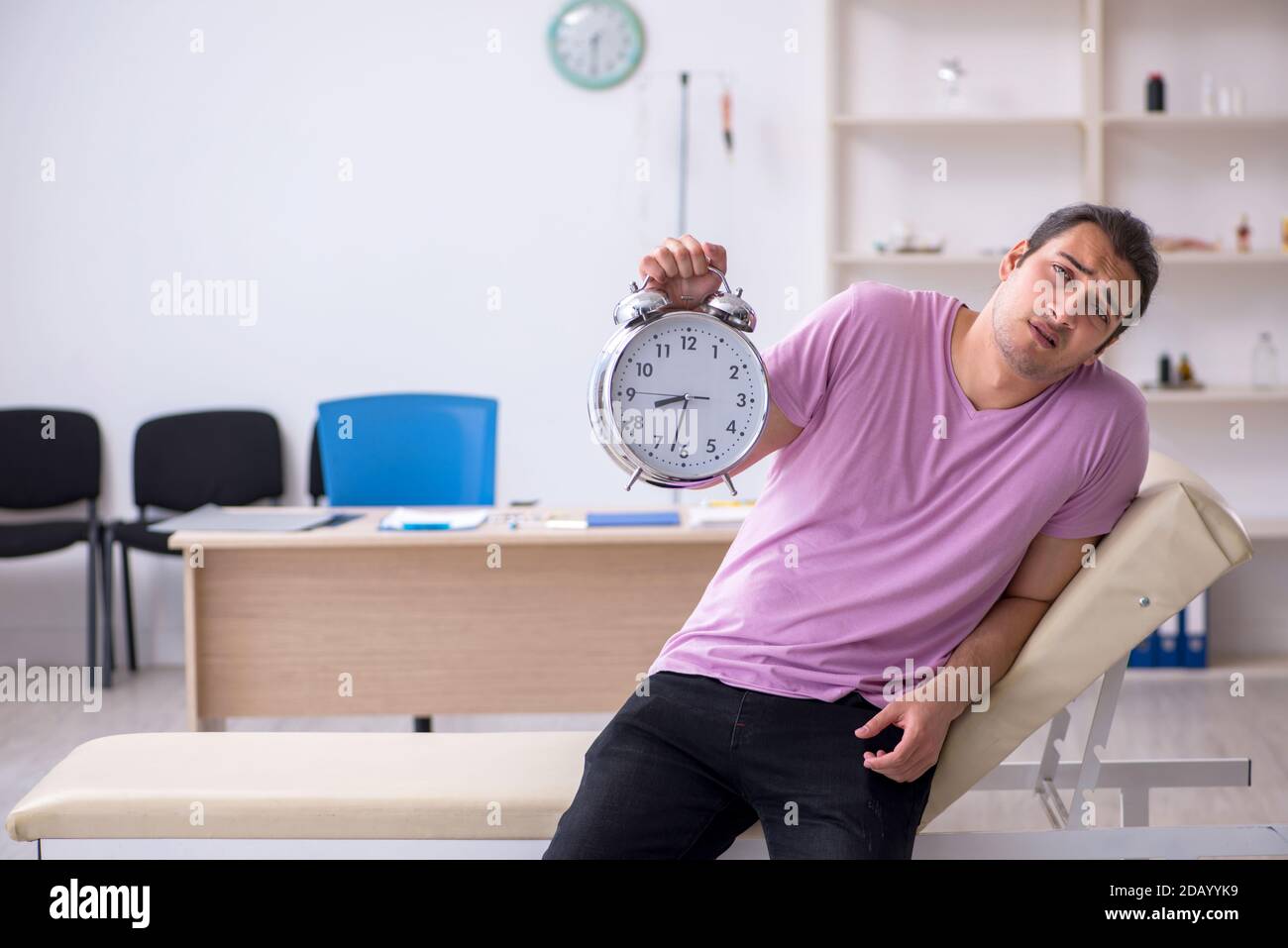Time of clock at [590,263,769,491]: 8:32
